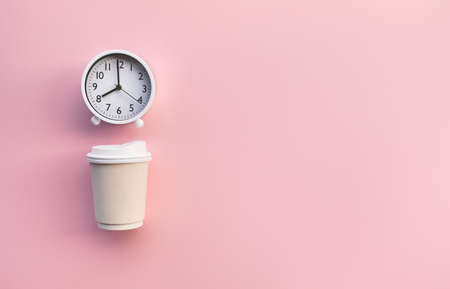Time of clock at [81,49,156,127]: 7:59
